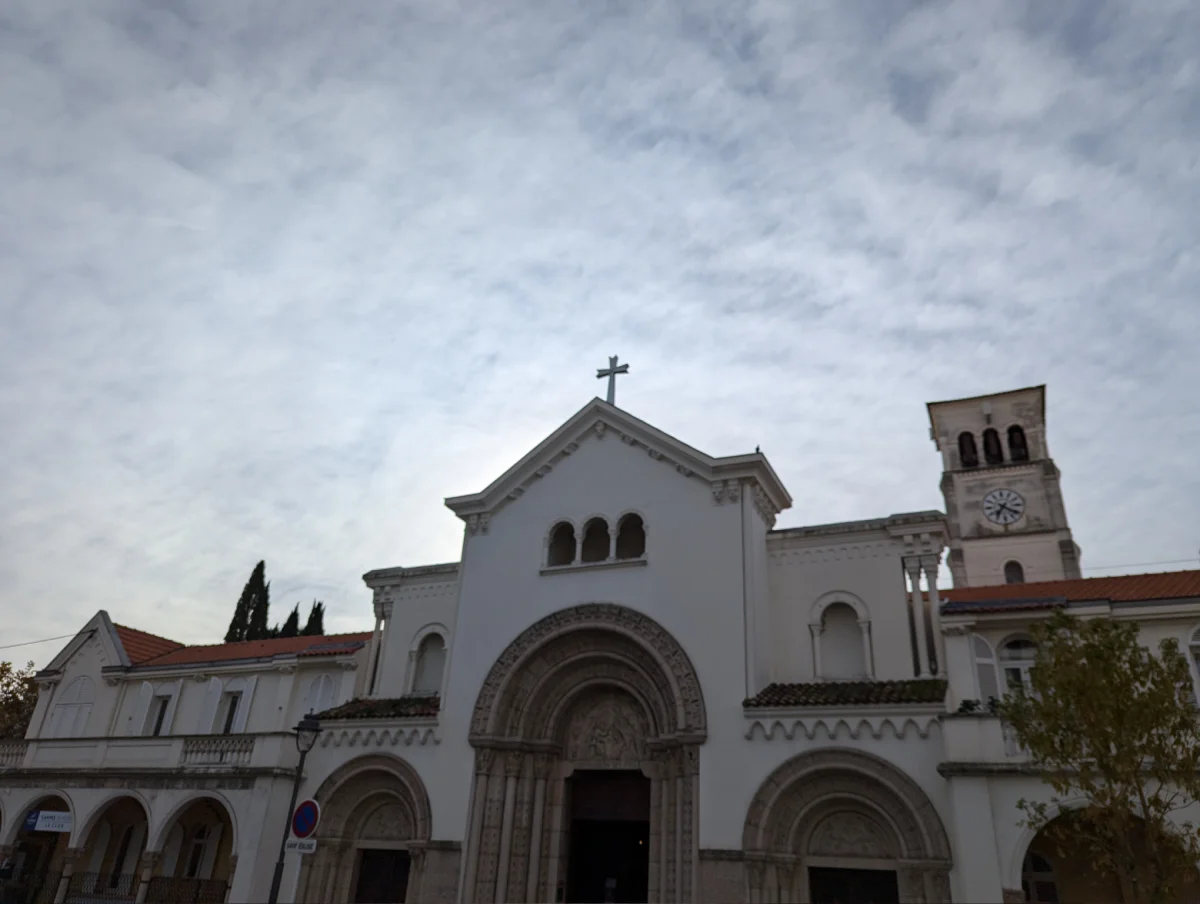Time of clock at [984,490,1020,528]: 7:20
